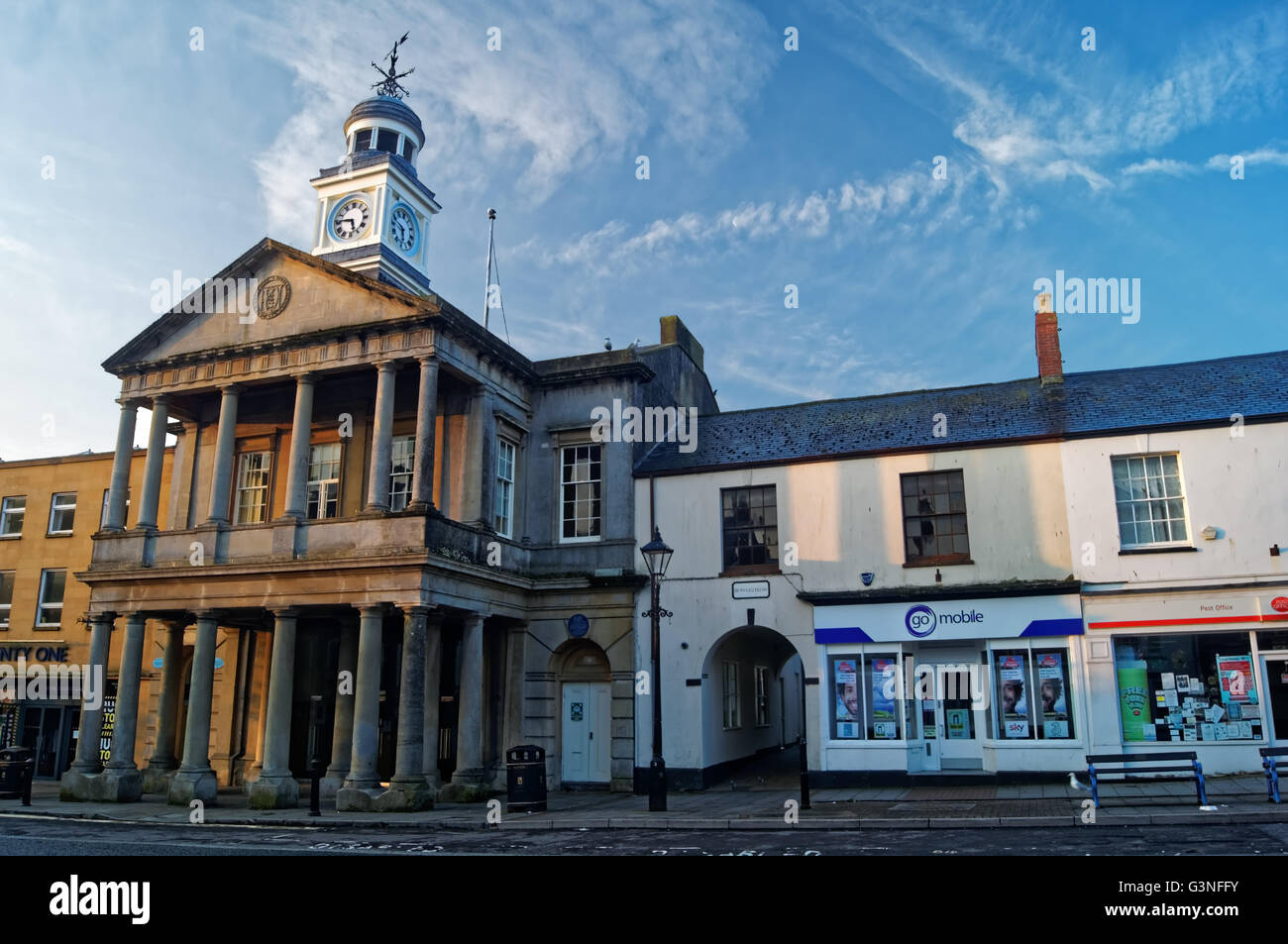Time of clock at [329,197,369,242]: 5:46
